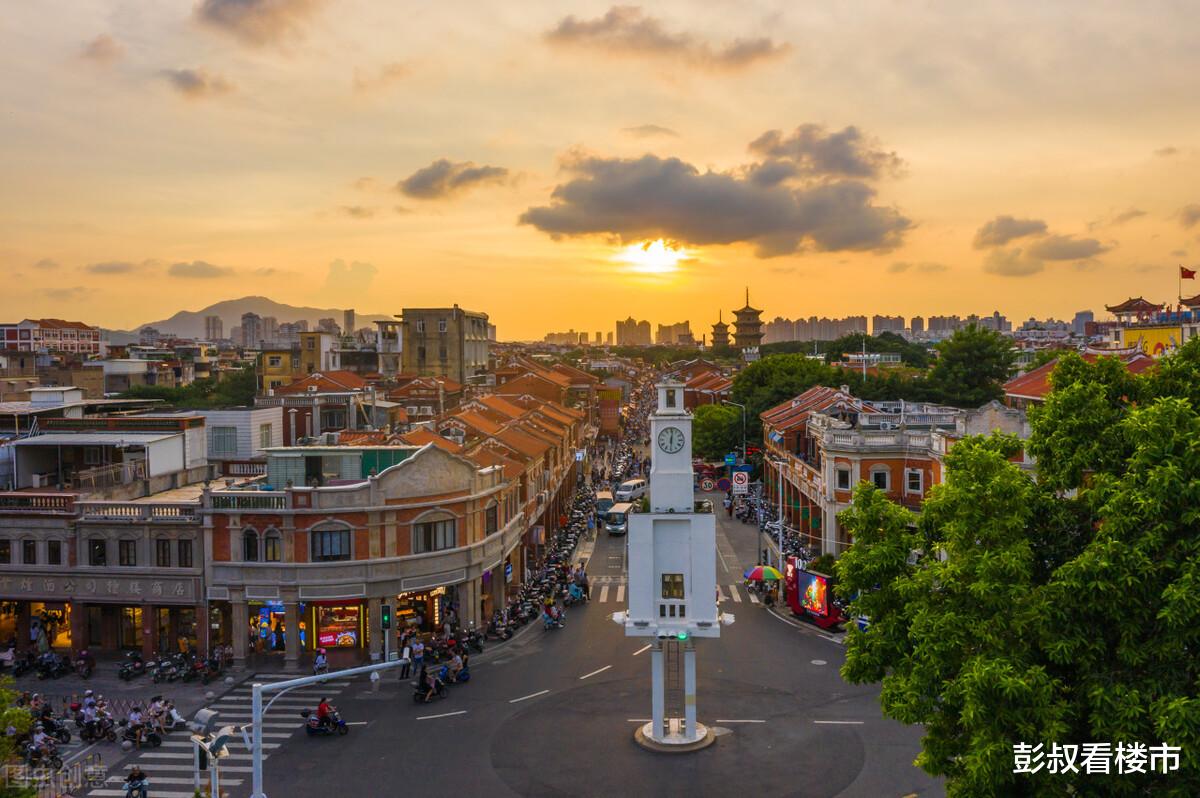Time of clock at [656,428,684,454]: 6:01
